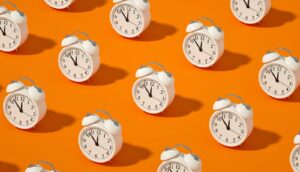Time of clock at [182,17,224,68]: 11:52
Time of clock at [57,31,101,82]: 11:52
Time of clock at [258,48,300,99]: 11:52
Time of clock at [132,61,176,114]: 11:52
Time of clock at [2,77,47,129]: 11:52
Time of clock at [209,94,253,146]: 11:52
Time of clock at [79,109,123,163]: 11:52
